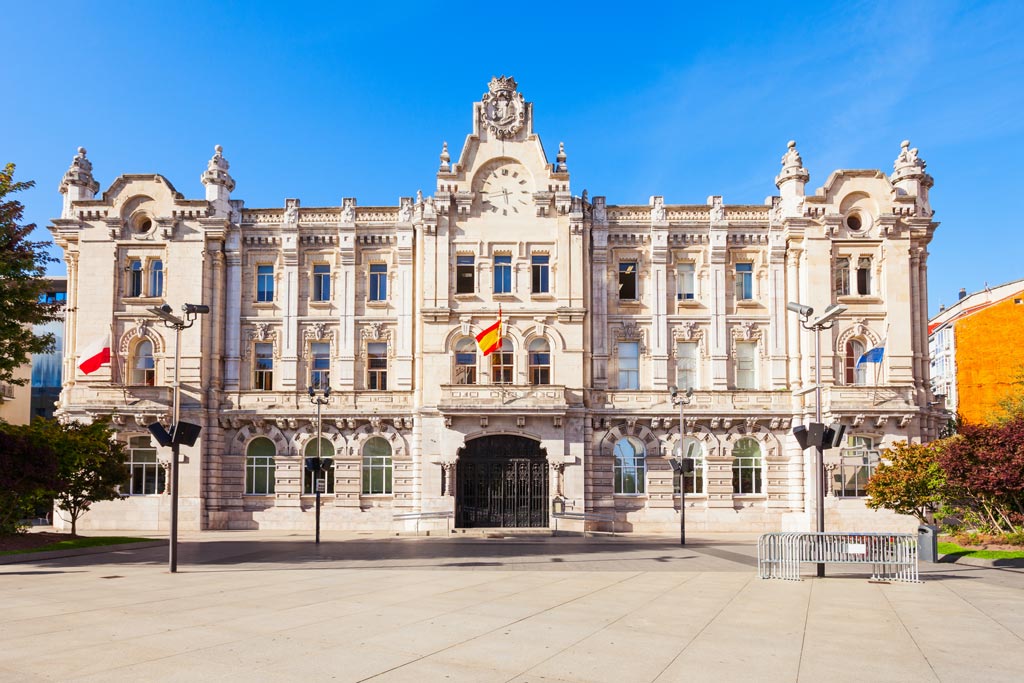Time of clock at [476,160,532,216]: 5:43
